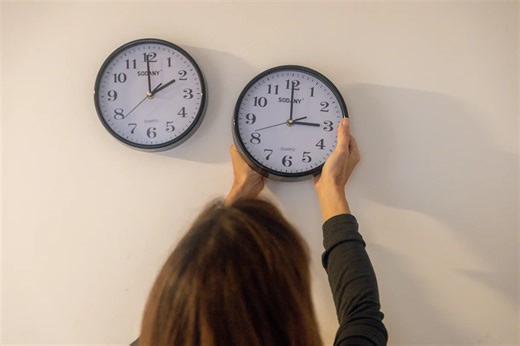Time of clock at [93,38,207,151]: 1:59
